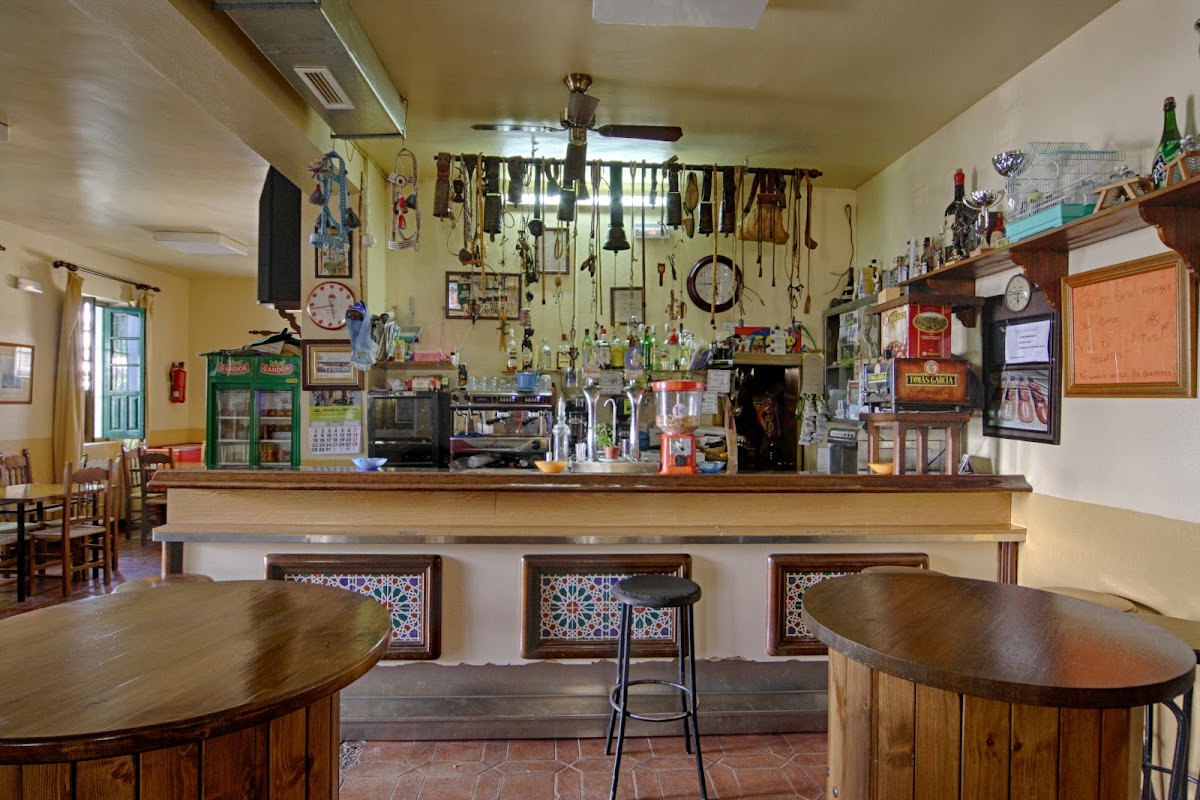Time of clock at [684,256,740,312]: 5:59
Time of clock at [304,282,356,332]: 5:43
